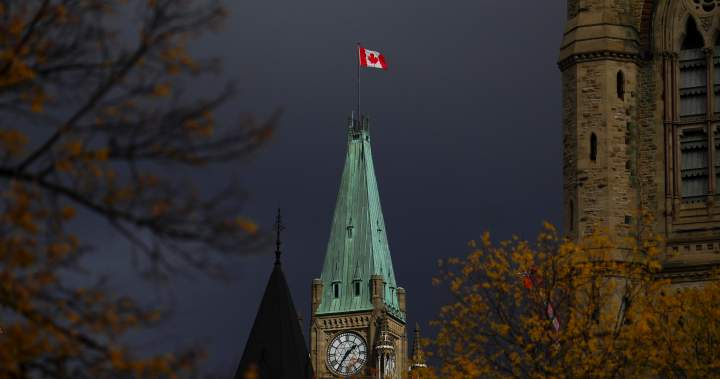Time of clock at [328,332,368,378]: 1:36
